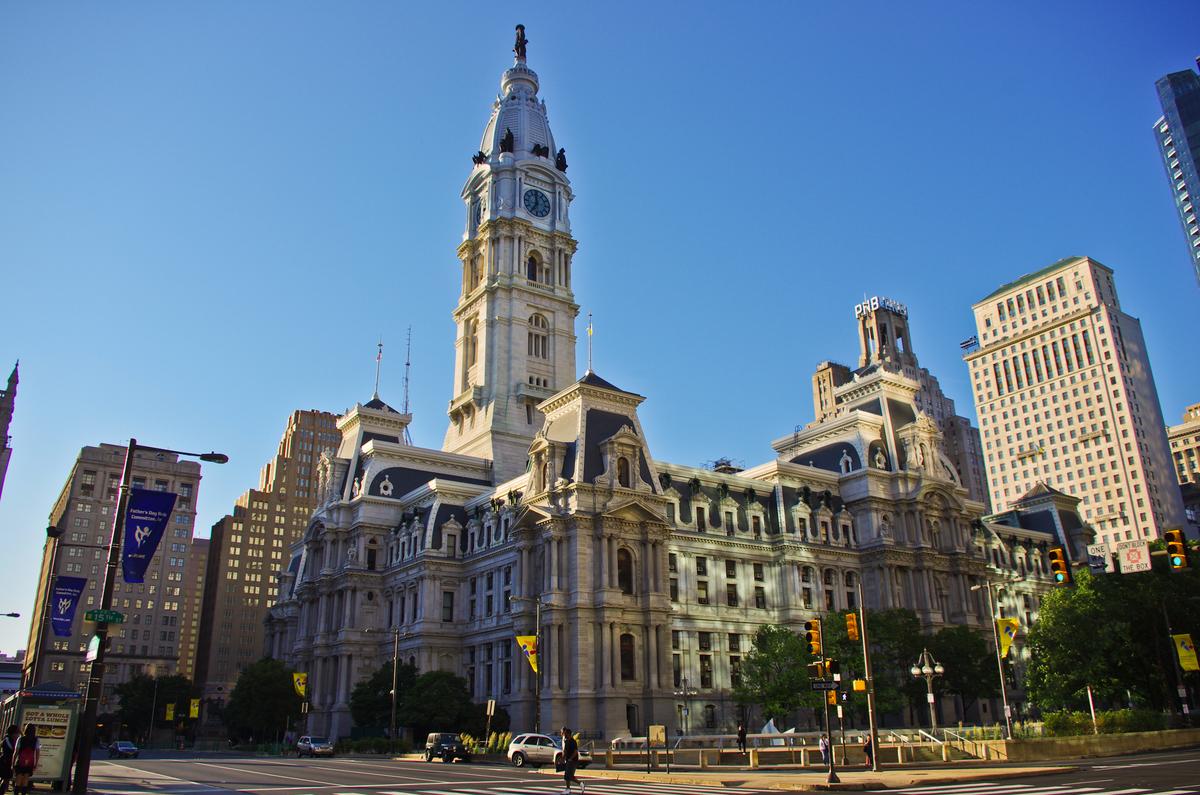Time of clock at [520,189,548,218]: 11:35
